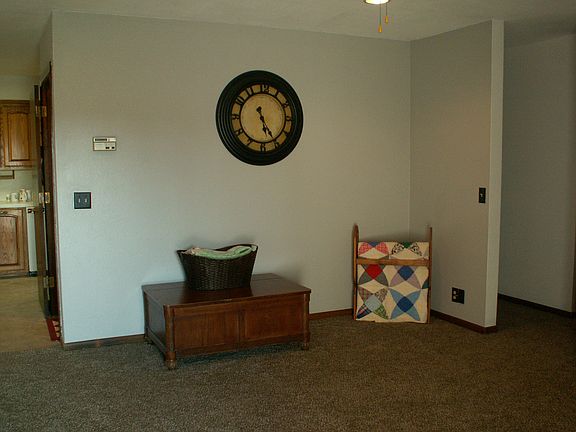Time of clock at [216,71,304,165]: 5:24
